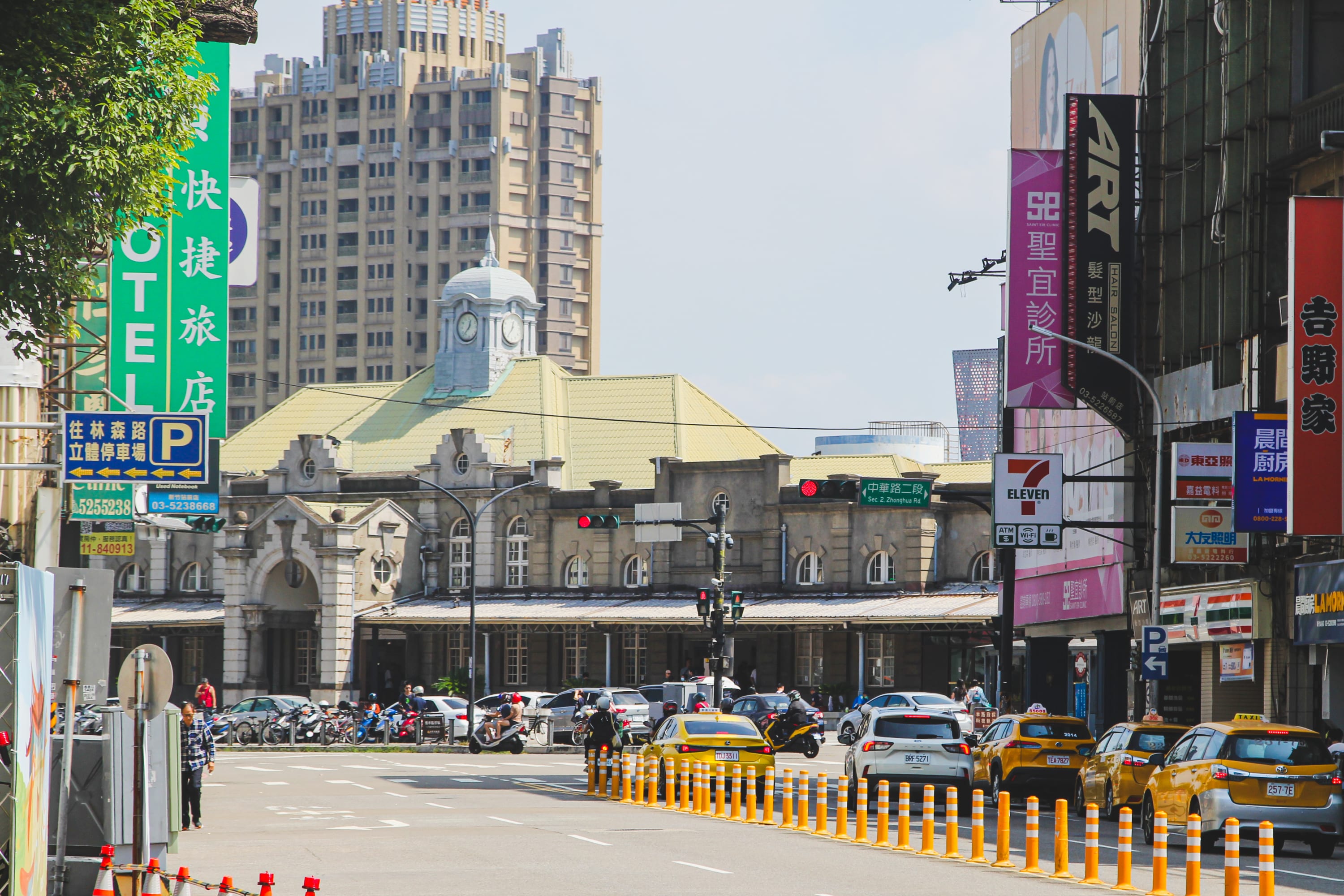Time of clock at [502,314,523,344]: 12:36
